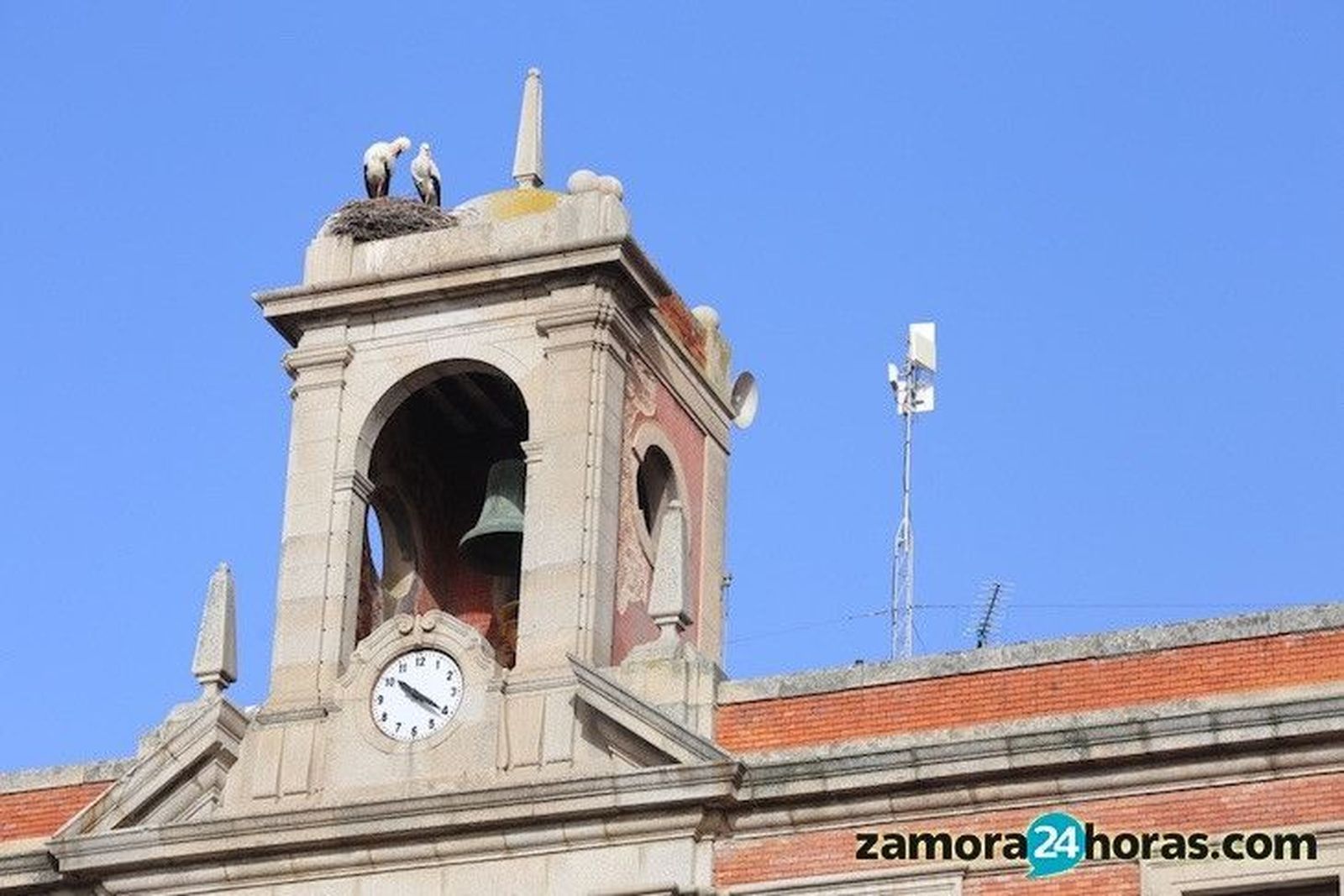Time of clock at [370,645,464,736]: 10:20
